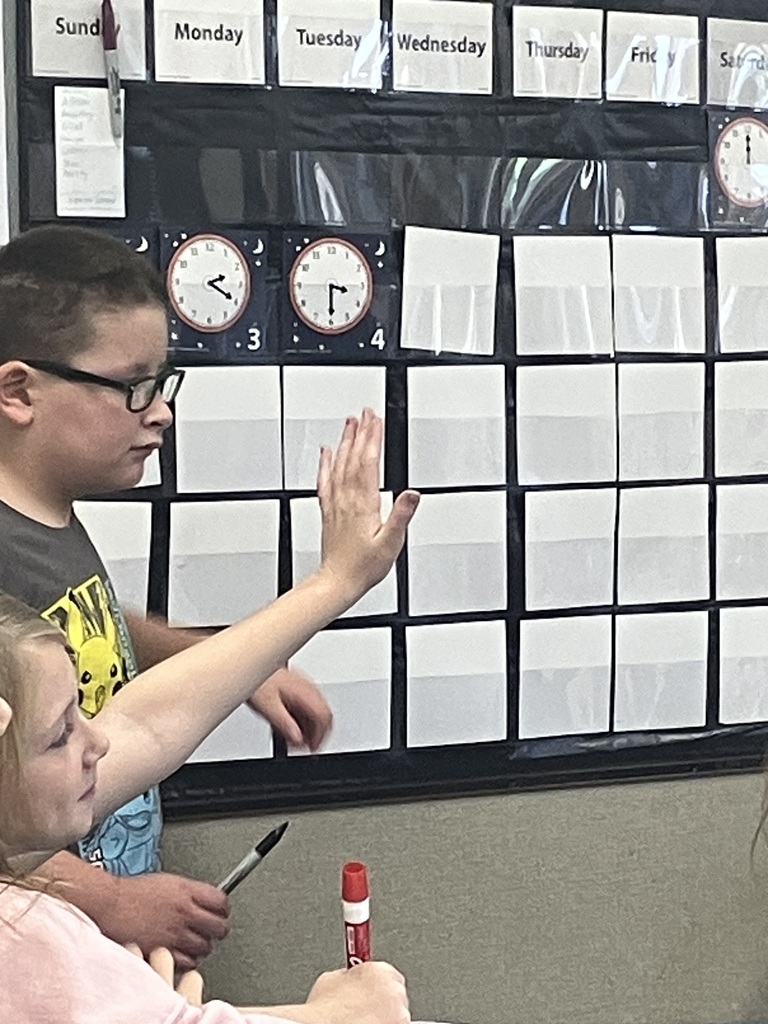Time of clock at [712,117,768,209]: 12:00
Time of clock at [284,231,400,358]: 3:29
